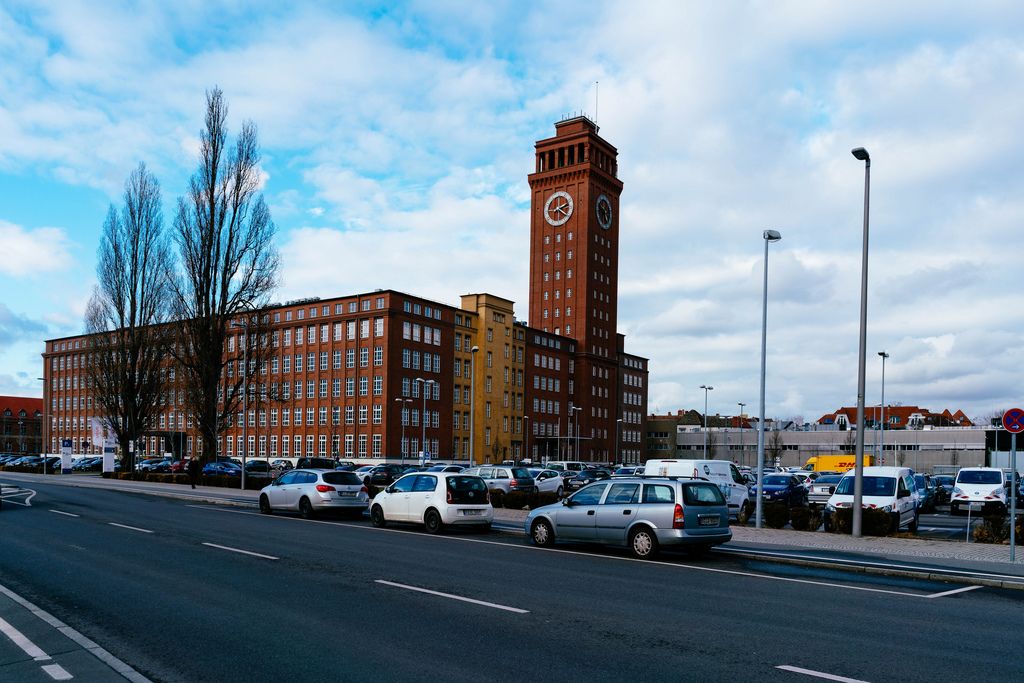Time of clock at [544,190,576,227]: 2:21
